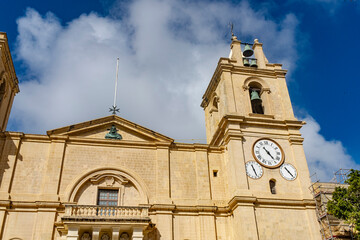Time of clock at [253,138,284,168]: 4:54
